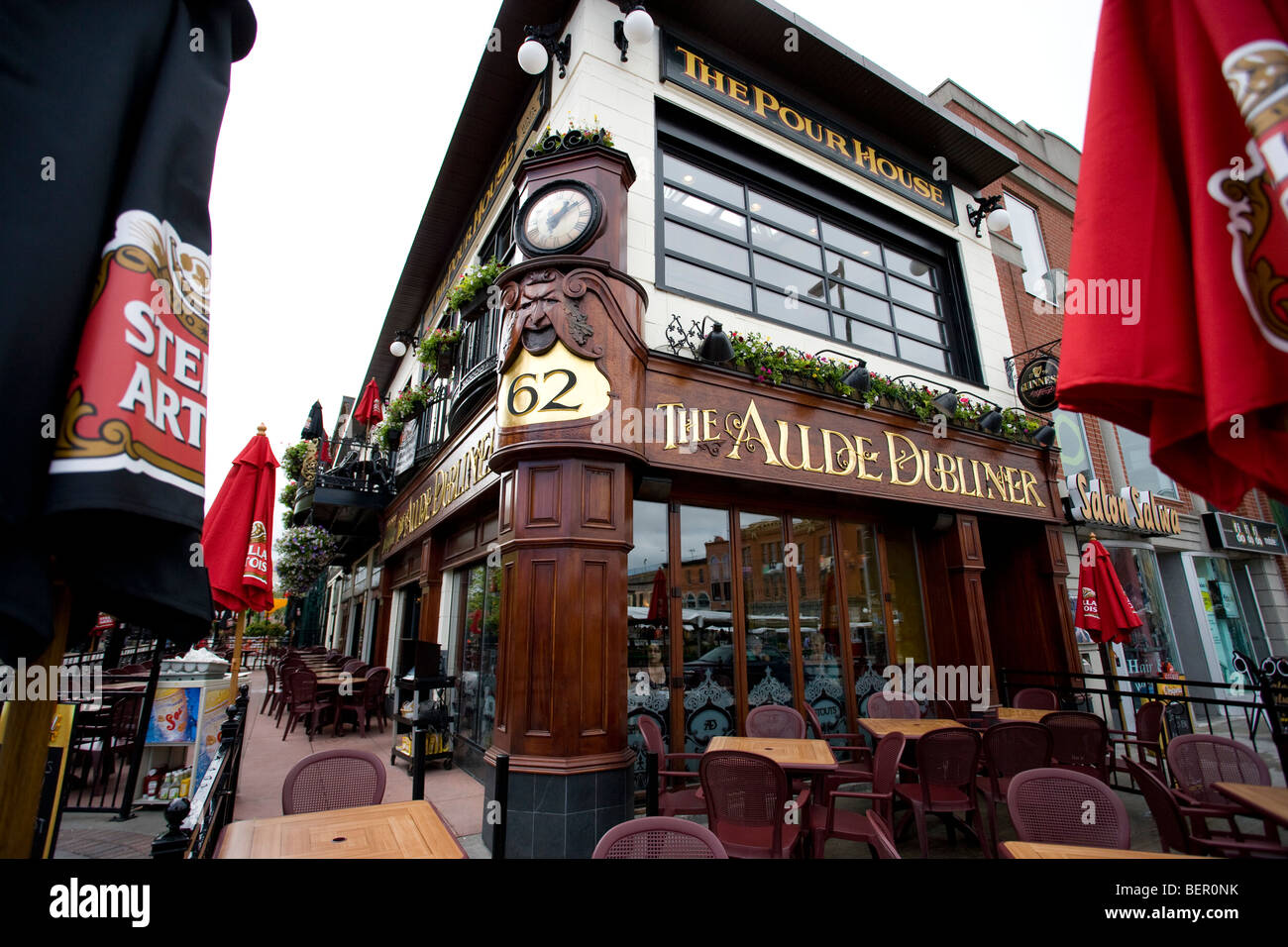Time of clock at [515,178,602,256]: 1:09
